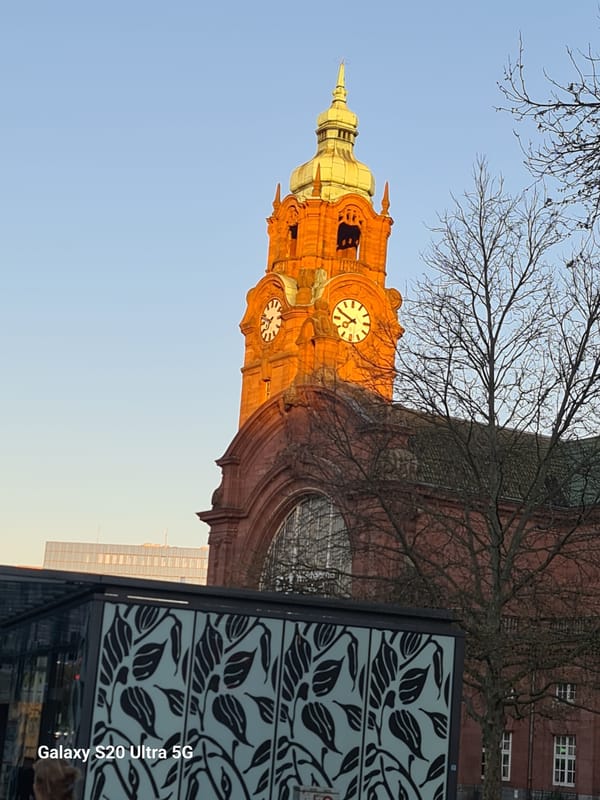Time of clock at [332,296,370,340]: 7:49
